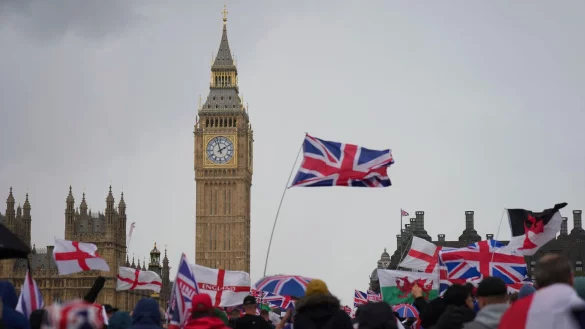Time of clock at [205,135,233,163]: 1:57
